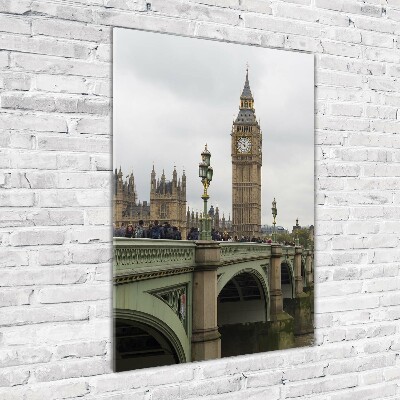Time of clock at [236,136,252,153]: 11:51
